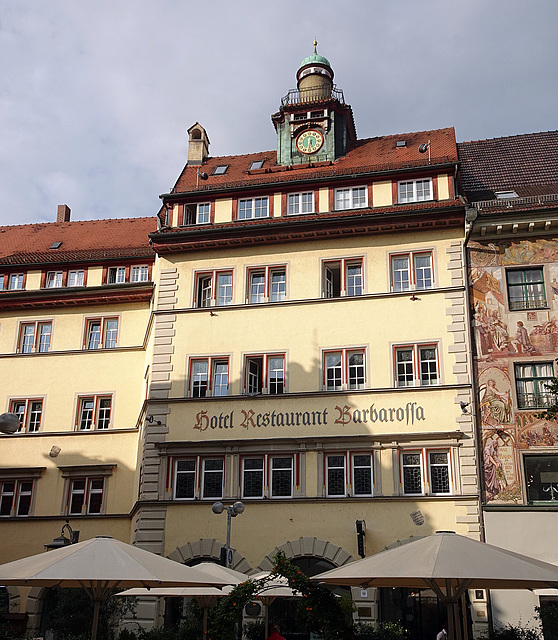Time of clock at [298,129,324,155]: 5:31
